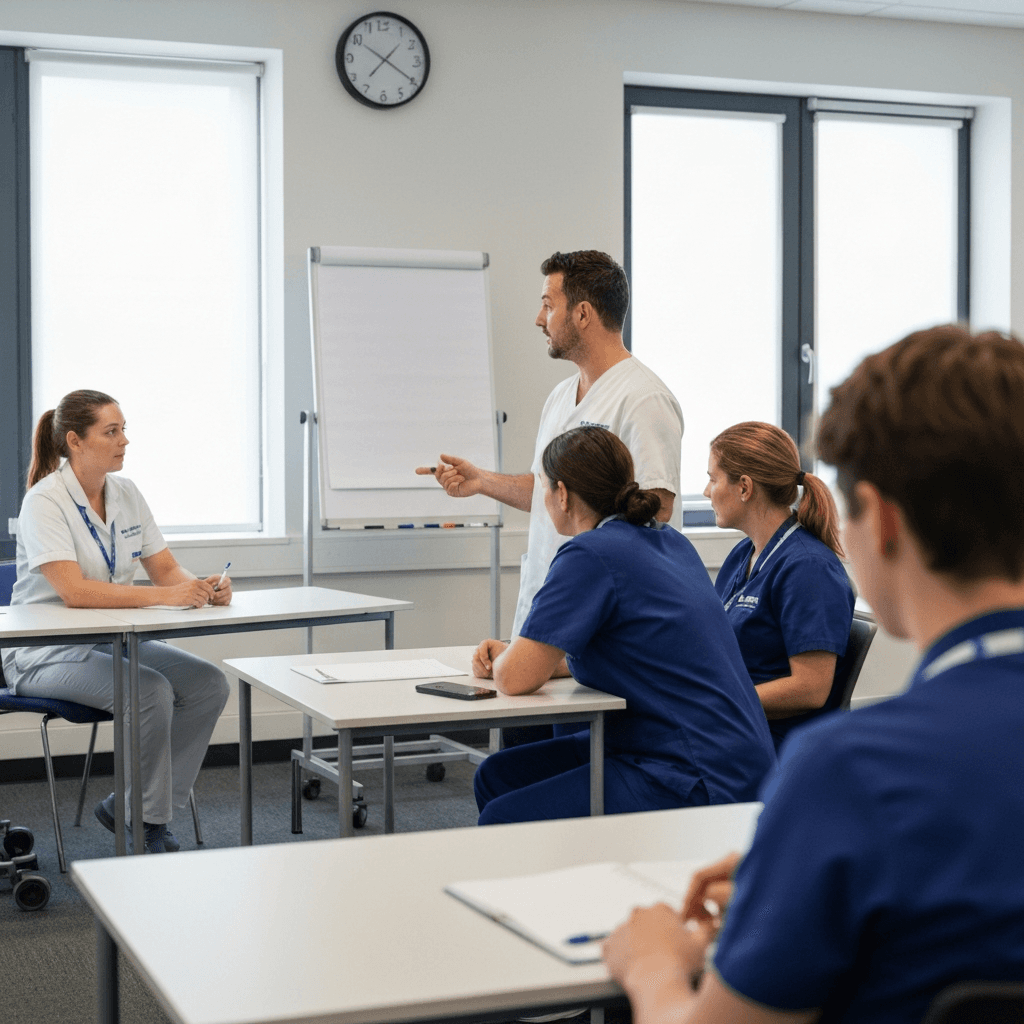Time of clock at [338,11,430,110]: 7:20
